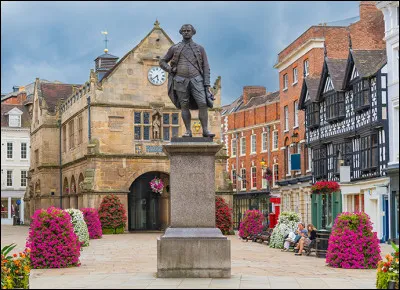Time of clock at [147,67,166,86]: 5:38
